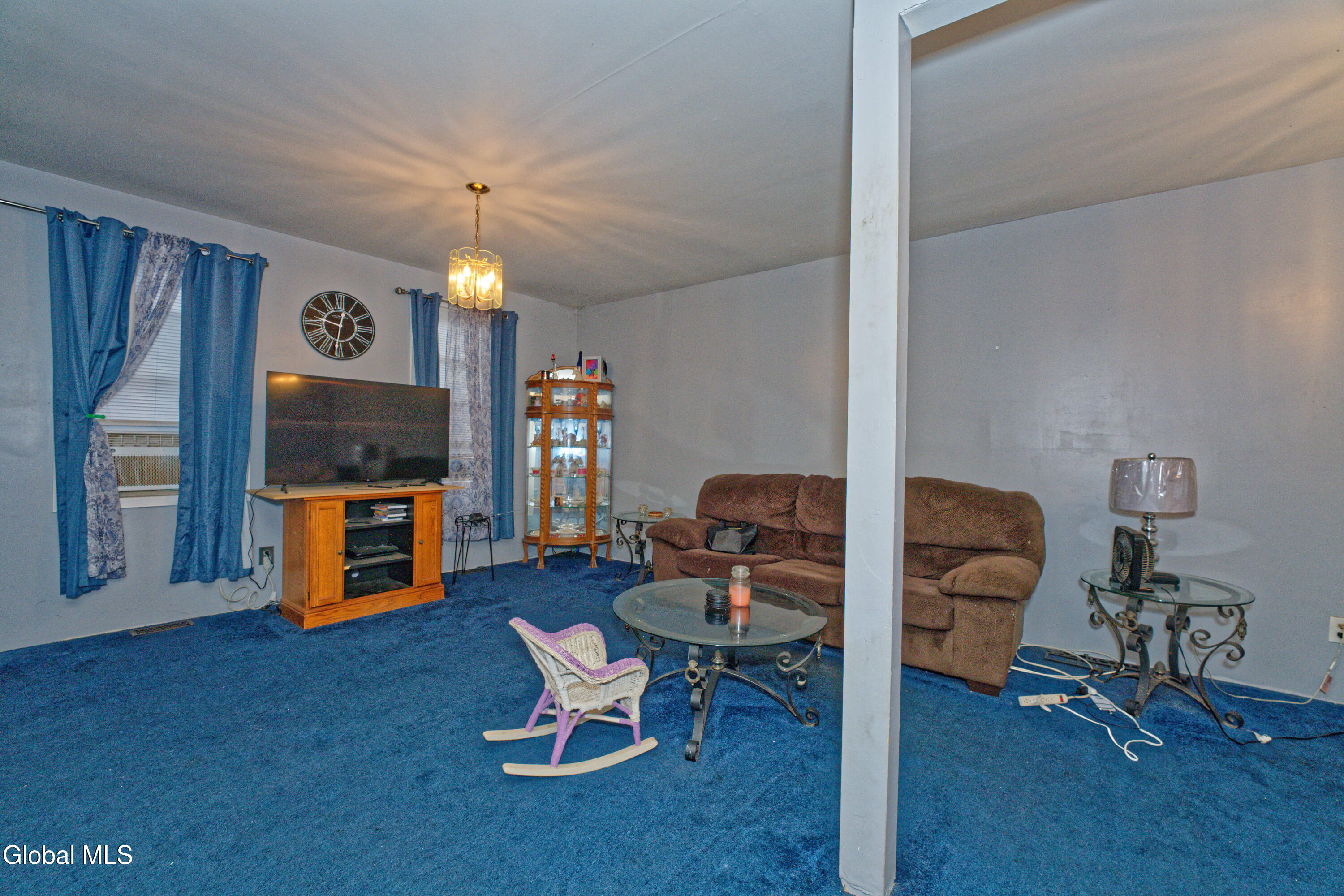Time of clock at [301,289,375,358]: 12:31
